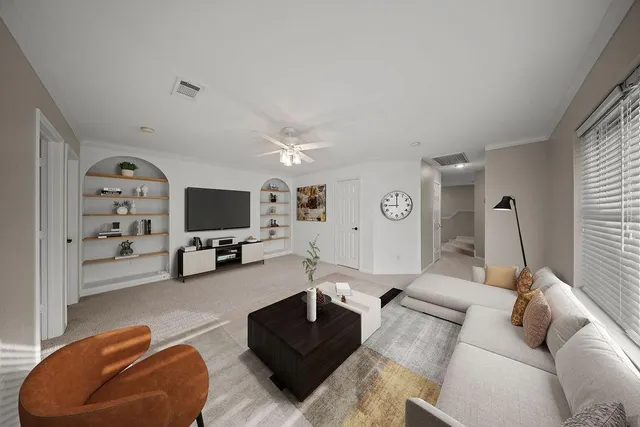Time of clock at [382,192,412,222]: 8:59
